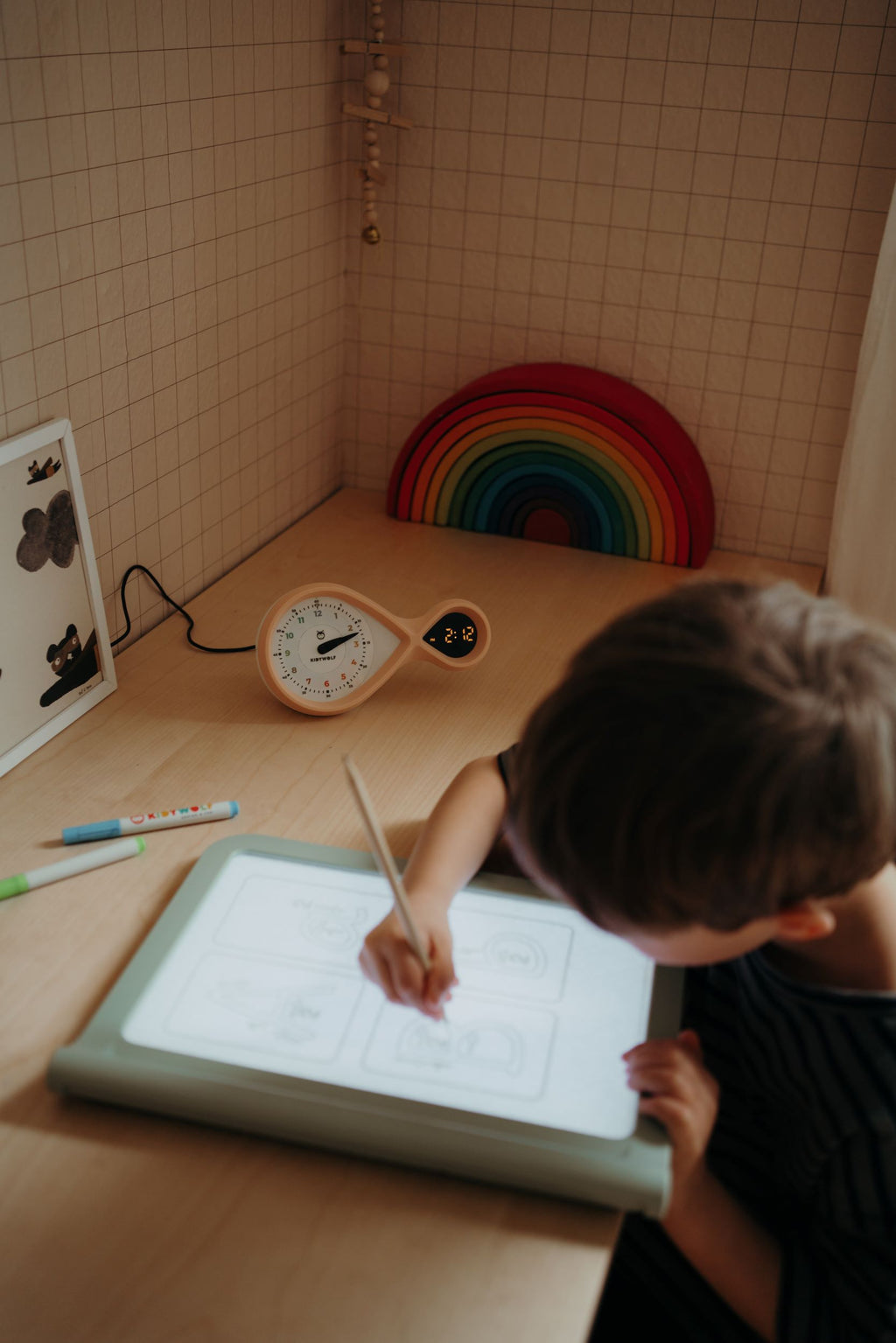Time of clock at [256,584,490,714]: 2:12
